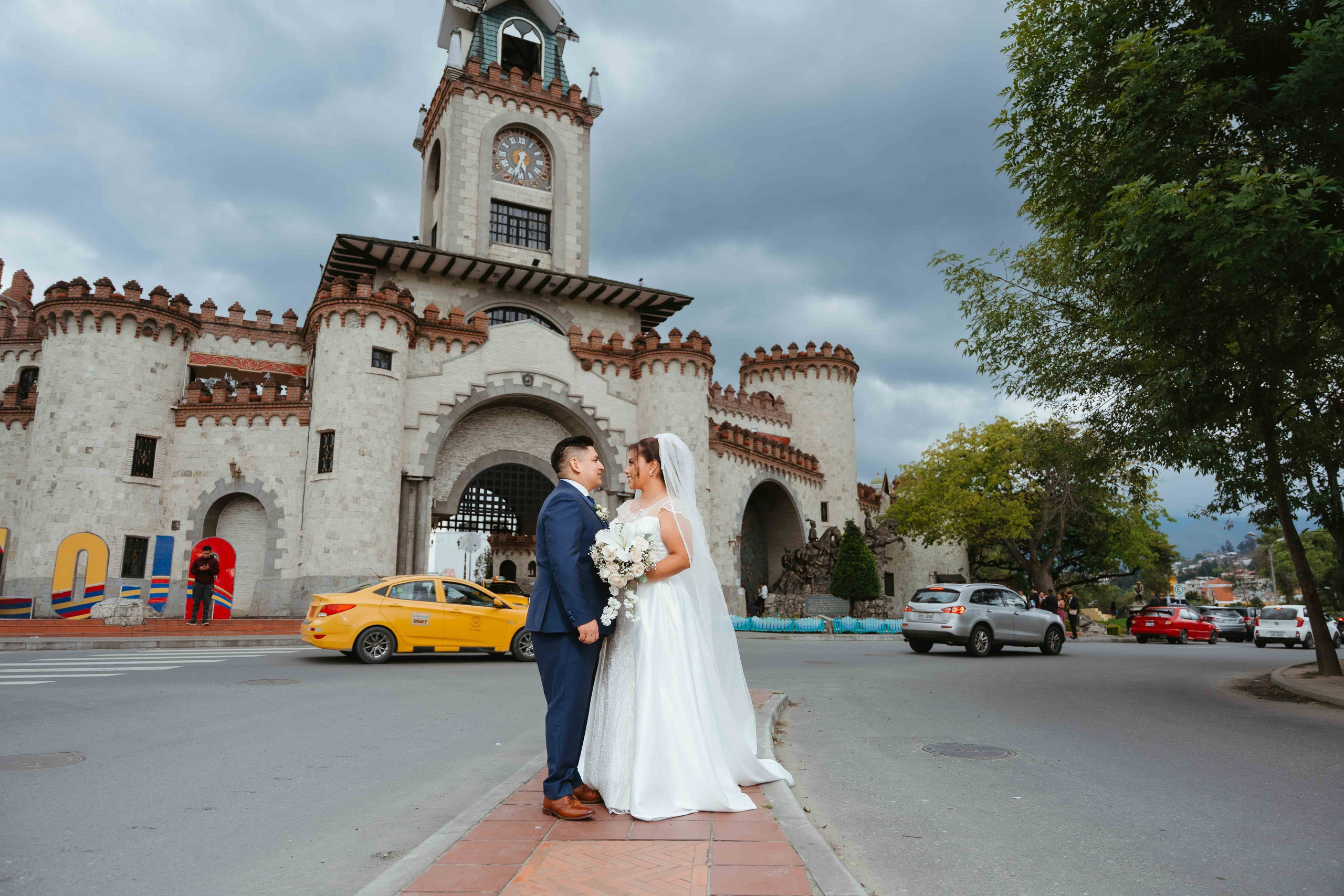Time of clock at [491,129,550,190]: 5:32
